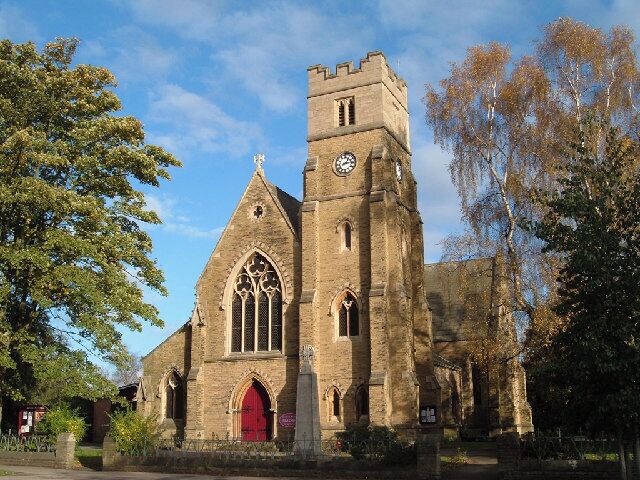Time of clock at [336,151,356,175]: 1:13
